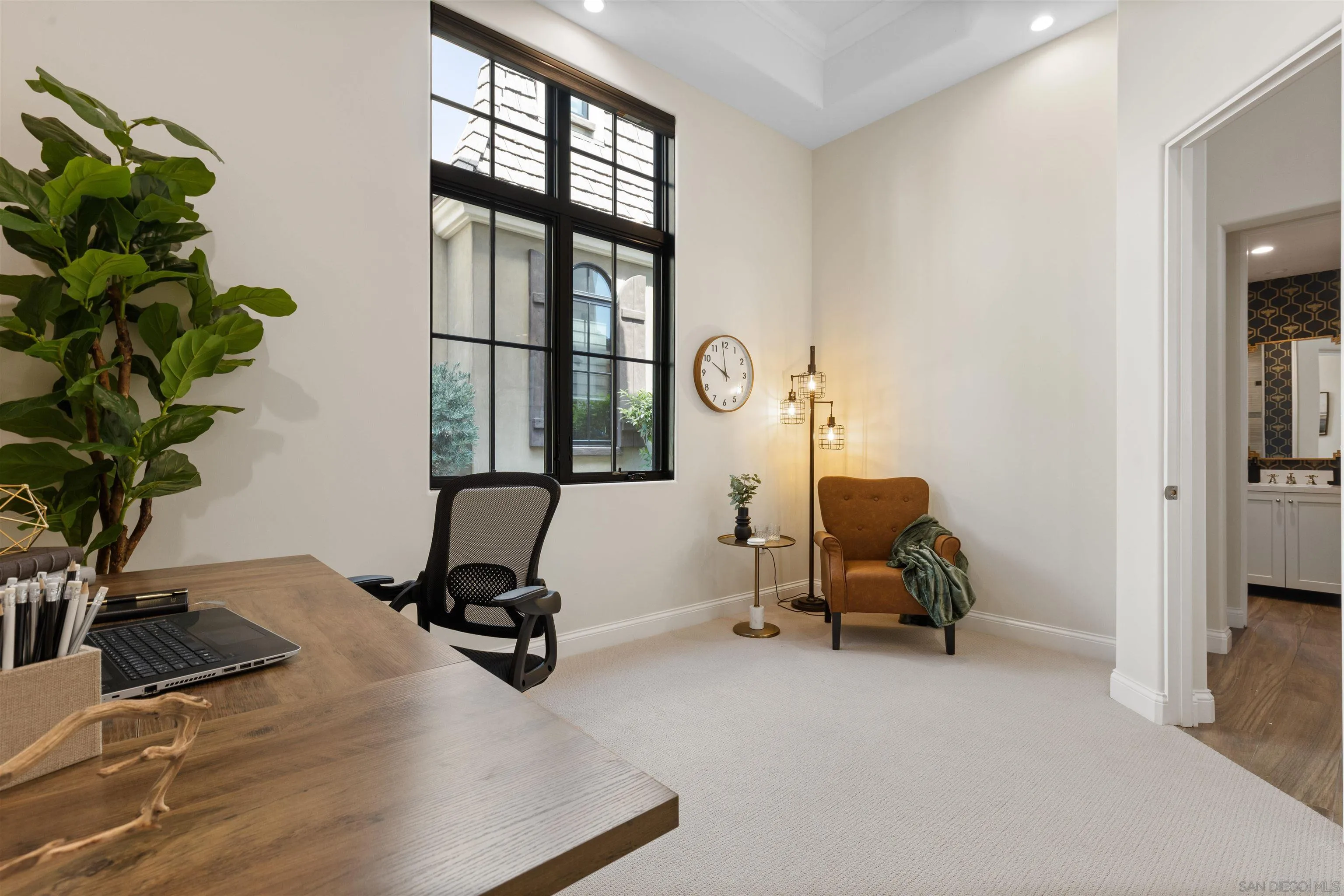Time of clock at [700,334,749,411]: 9:58
